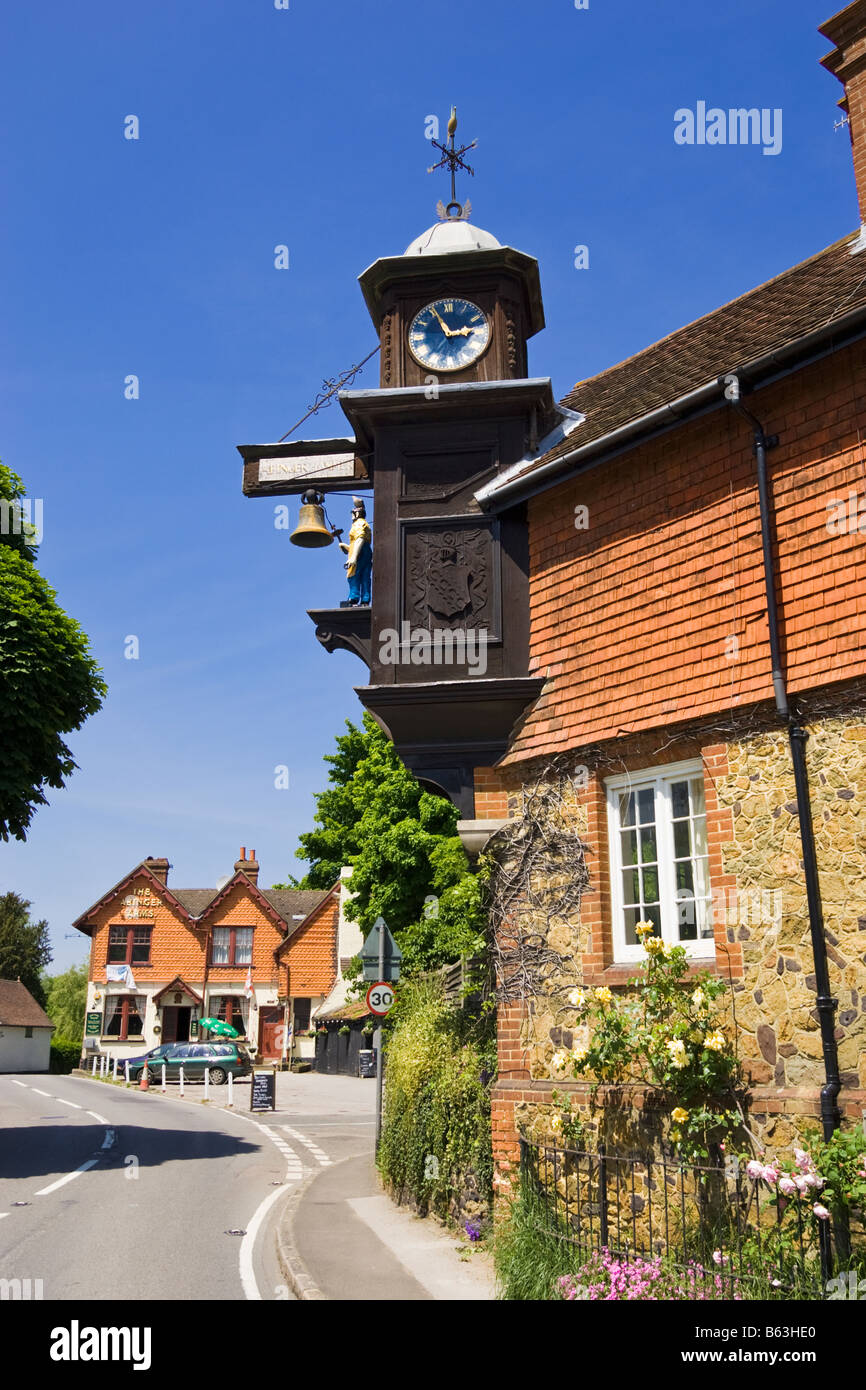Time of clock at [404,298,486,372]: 2:55
